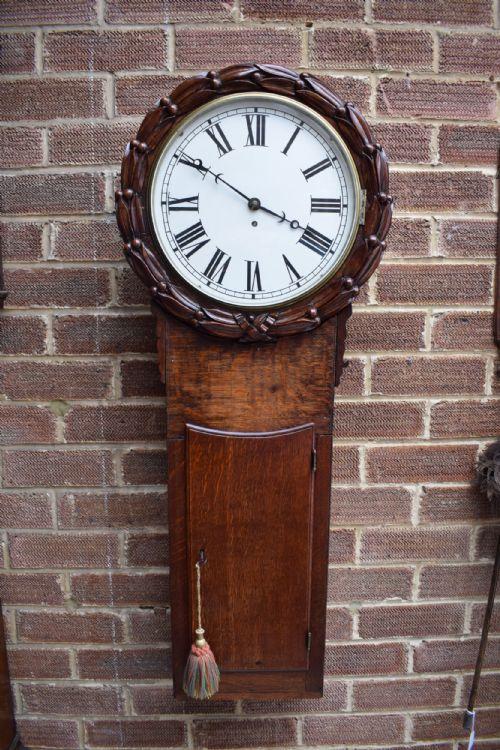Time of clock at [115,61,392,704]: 3:50
